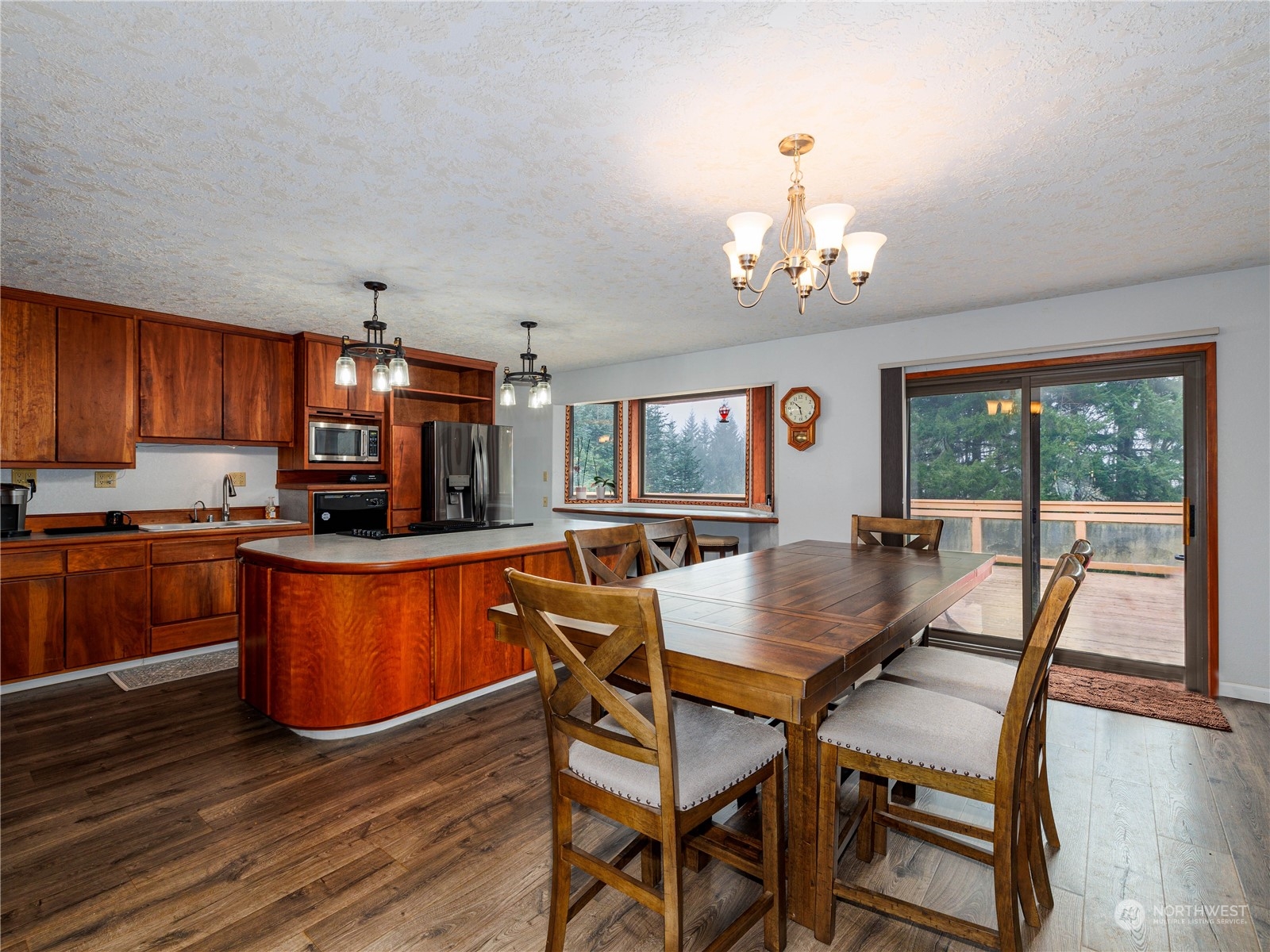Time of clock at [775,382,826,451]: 10:28
